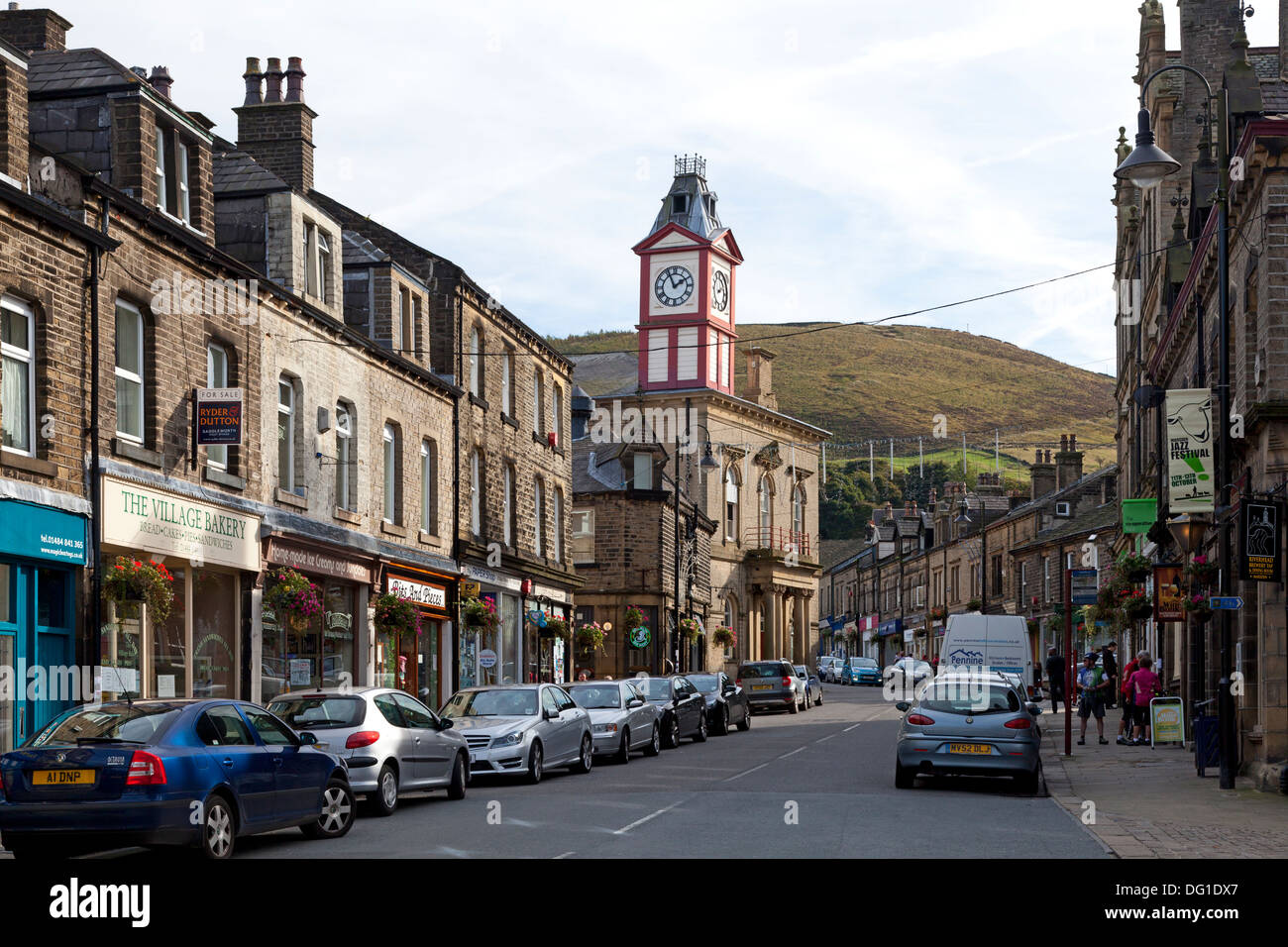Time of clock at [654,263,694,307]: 1:56
